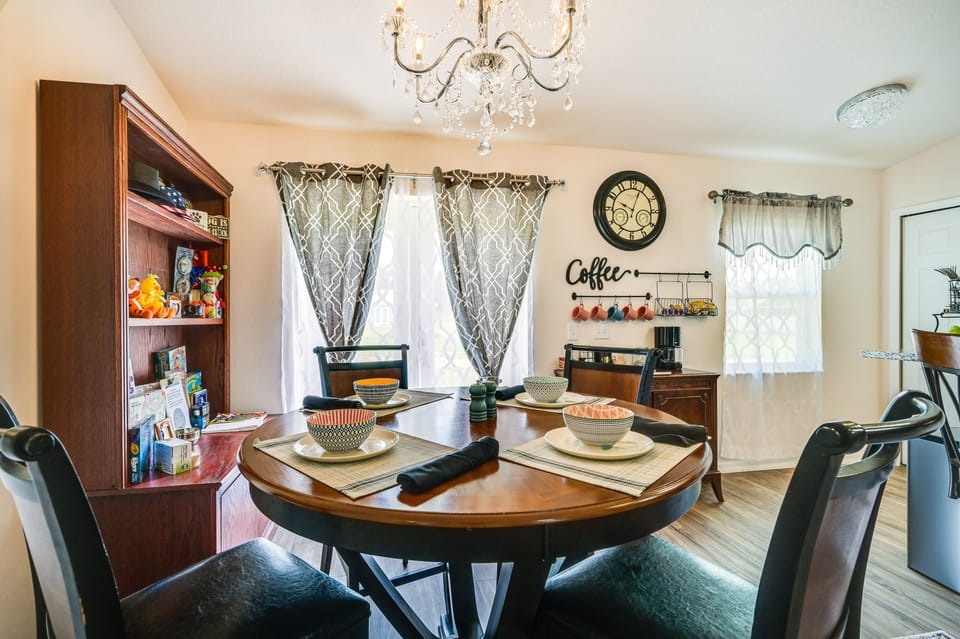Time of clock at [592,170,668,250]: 10:03
